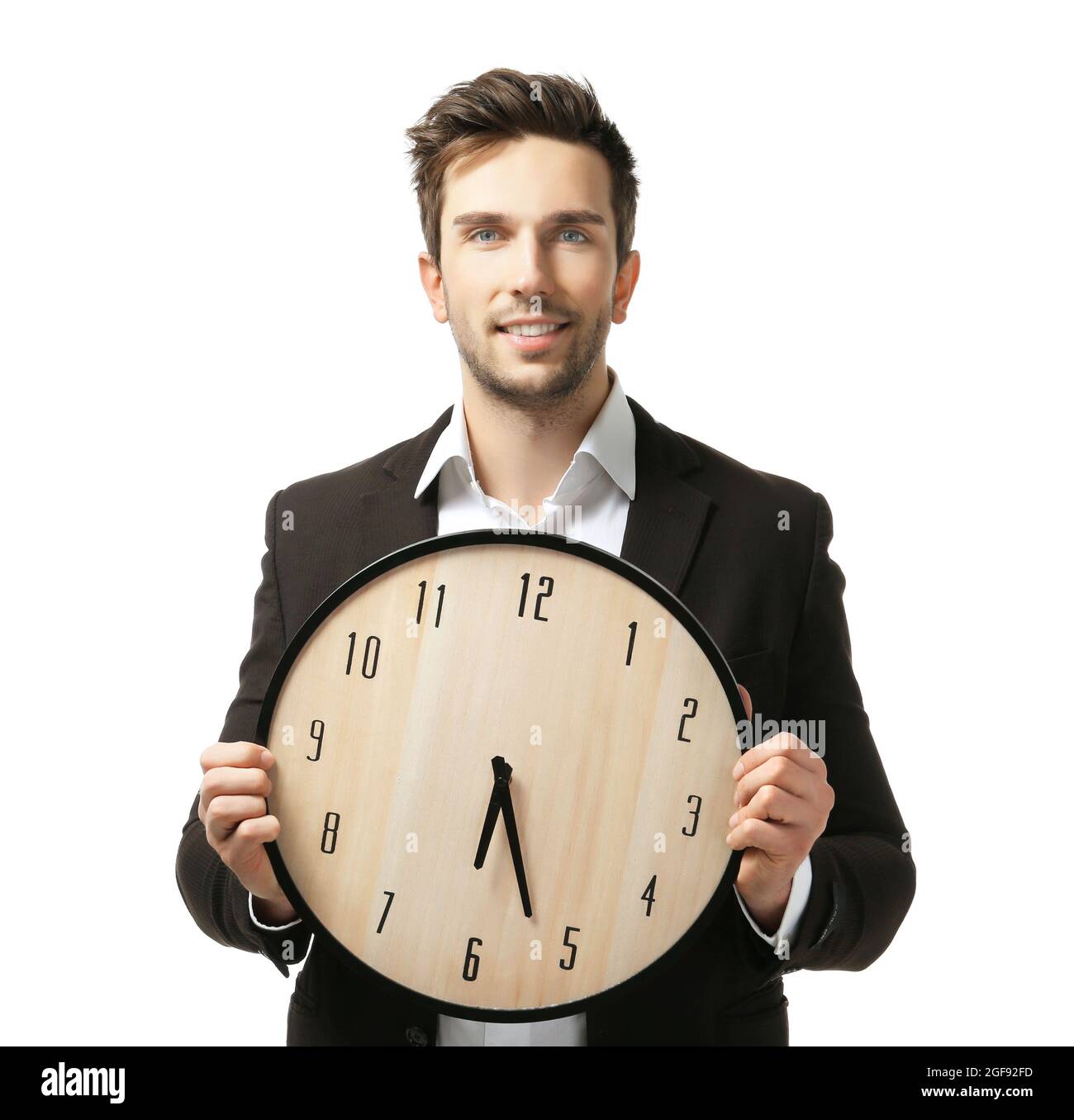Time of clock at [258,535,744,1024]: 6:26
